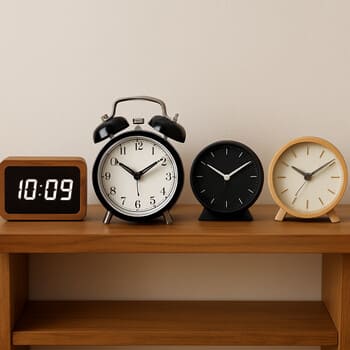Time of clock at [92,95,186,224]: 10:09
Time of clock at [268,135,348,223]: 10:09
